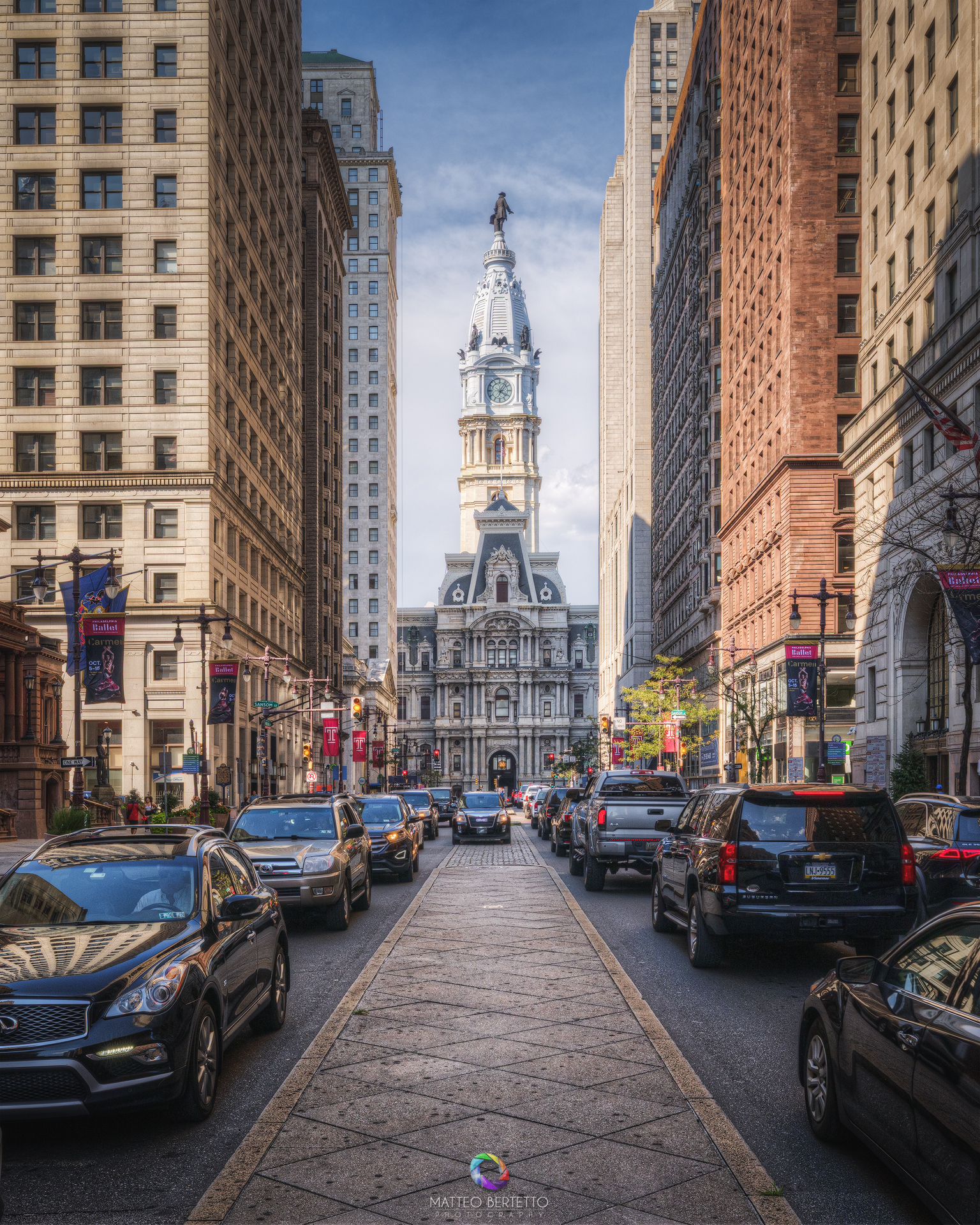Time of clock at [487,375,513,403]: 4:04
